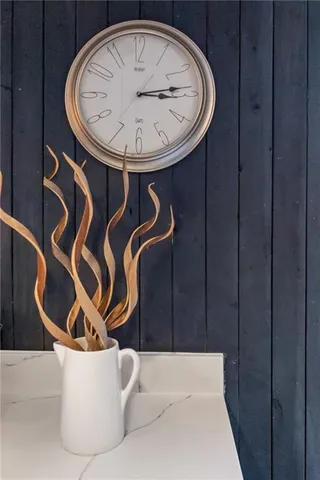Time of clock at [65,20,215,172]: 3:13
